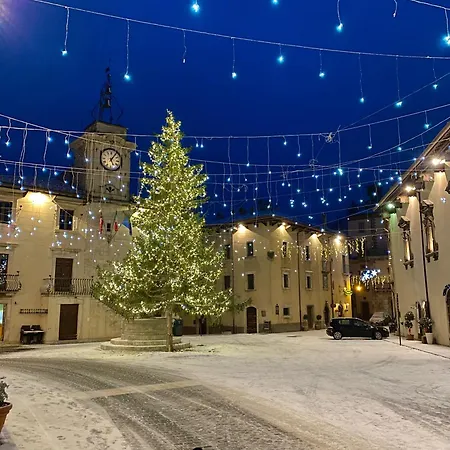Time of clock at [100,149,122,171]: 5:05
